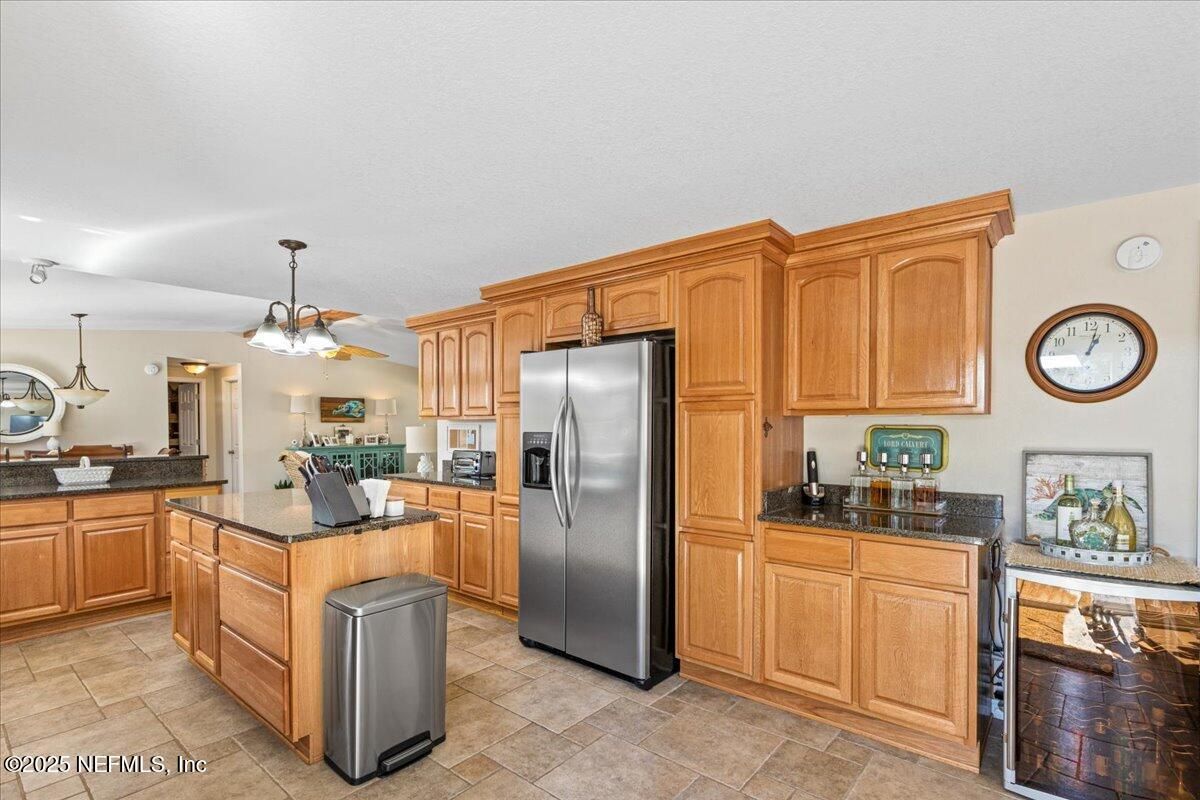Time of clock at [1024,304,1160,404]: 1:02
